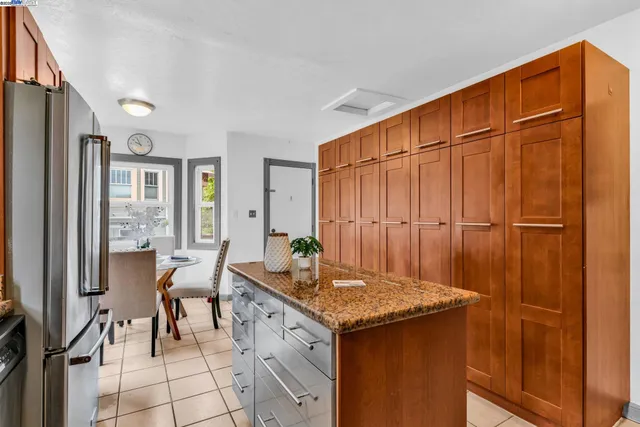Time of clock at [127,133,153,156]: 9:55
